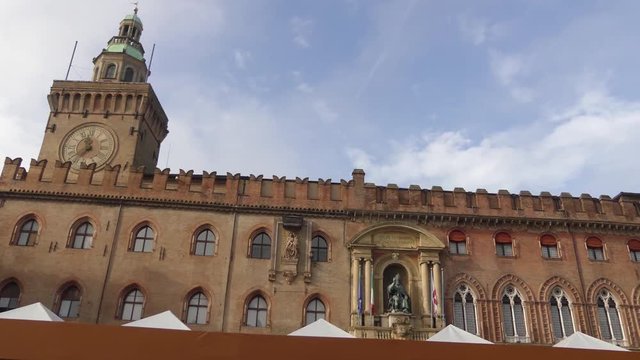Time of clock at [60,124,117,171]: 11:37
